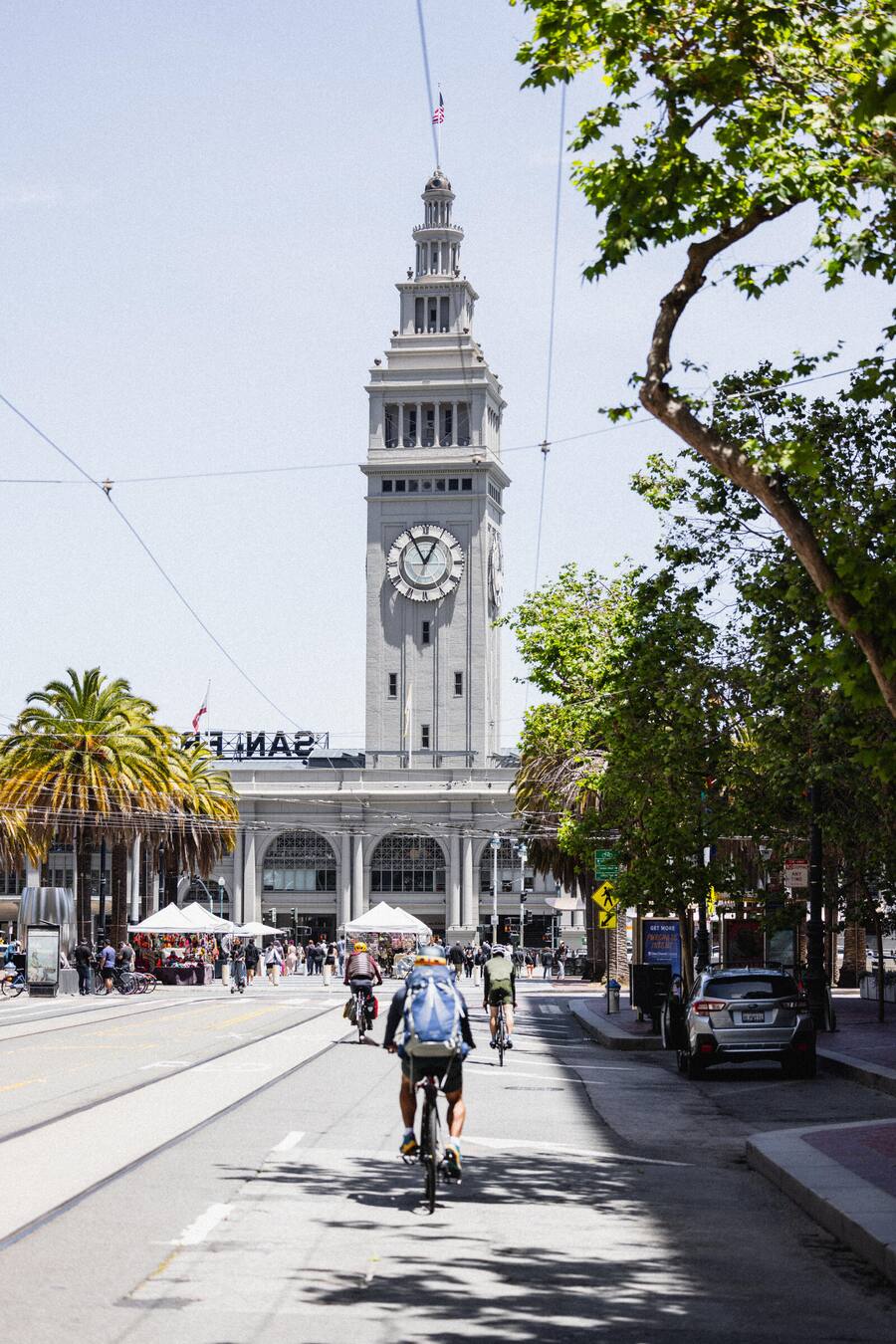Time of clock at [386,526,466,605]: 12:55
